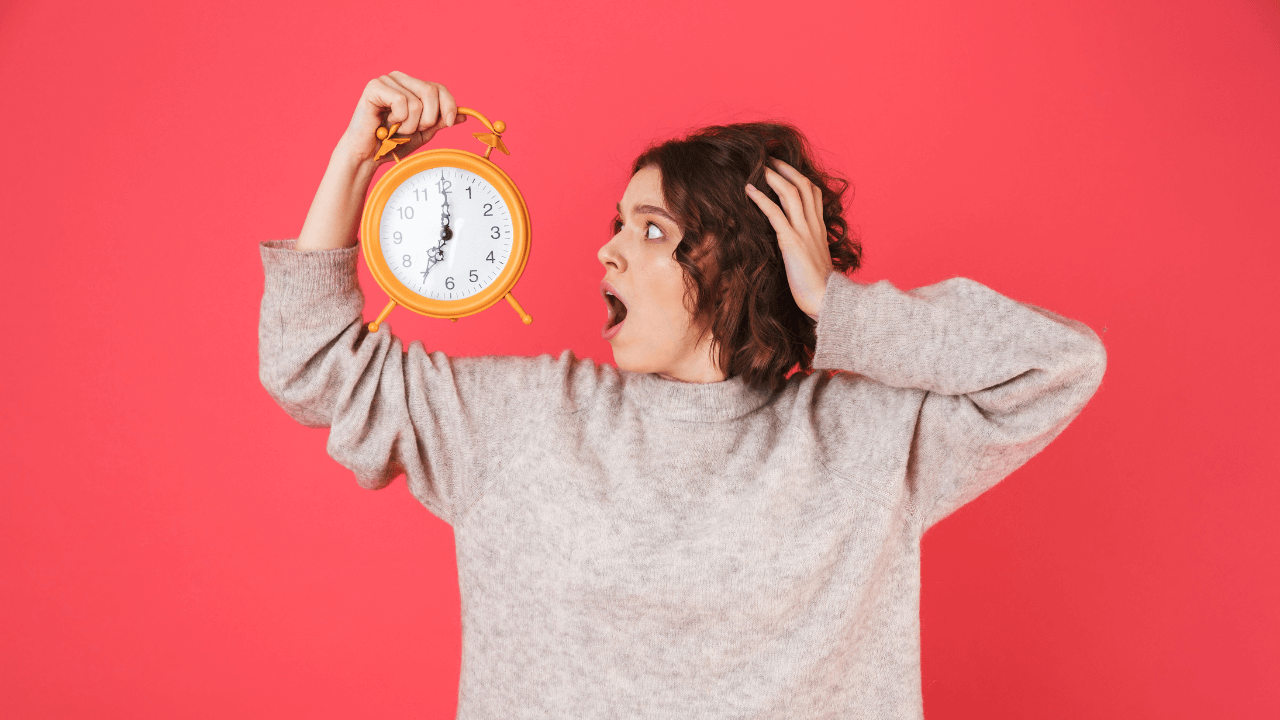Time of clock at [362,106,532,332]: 7:00
